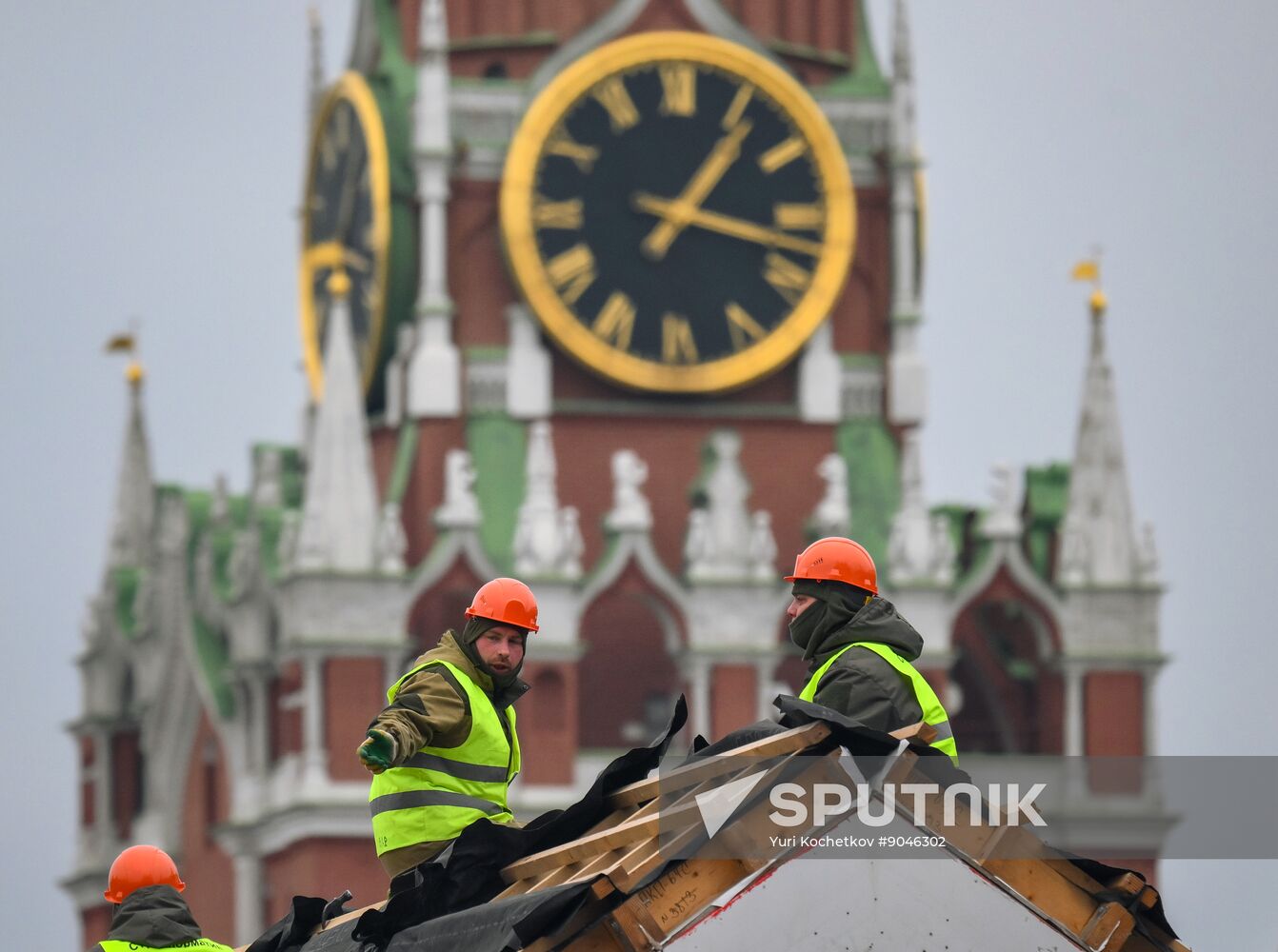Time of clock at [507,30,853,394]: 1:17
